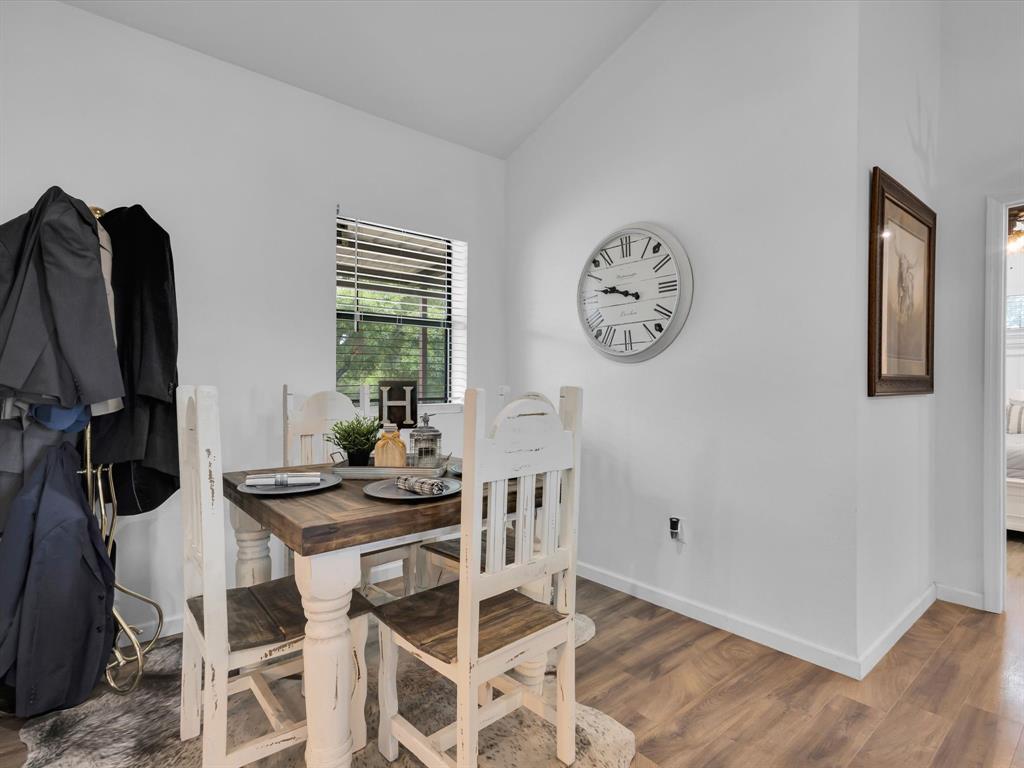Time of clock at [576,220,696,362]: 9:47
